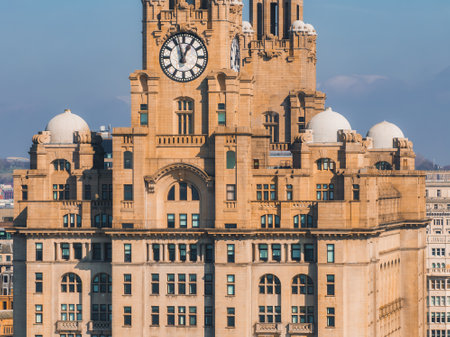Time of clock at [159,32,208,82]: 12:57
